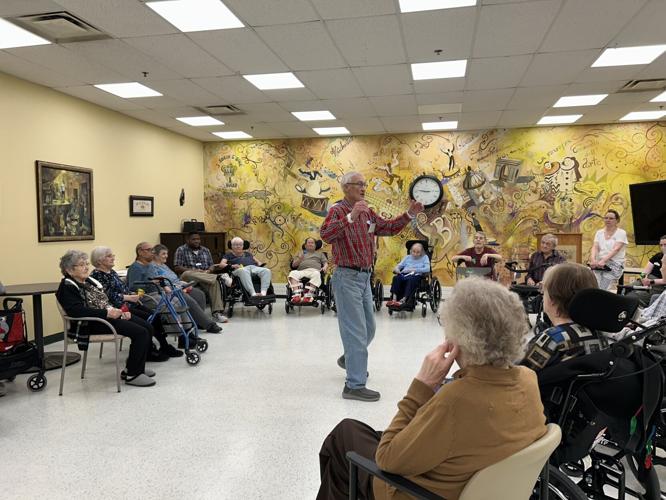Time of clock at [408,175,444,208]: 8:46
